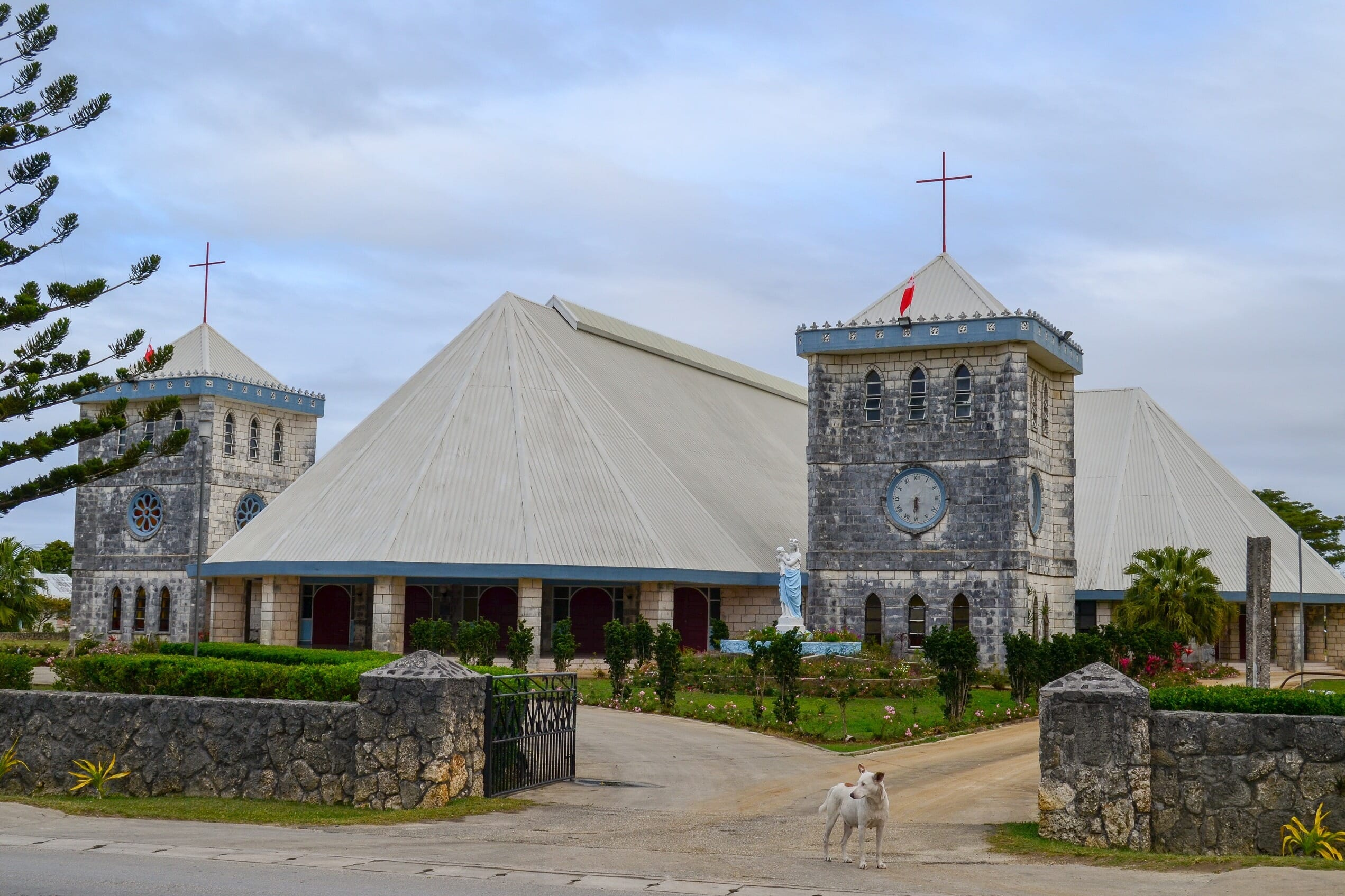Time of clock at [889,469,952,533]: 5:30
